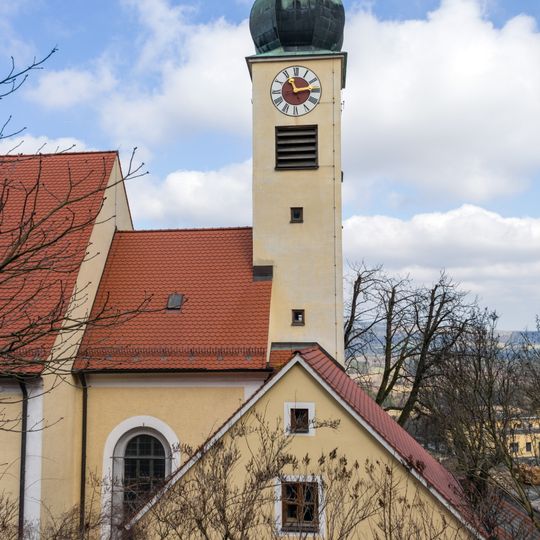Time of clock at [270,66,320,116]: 11:13
